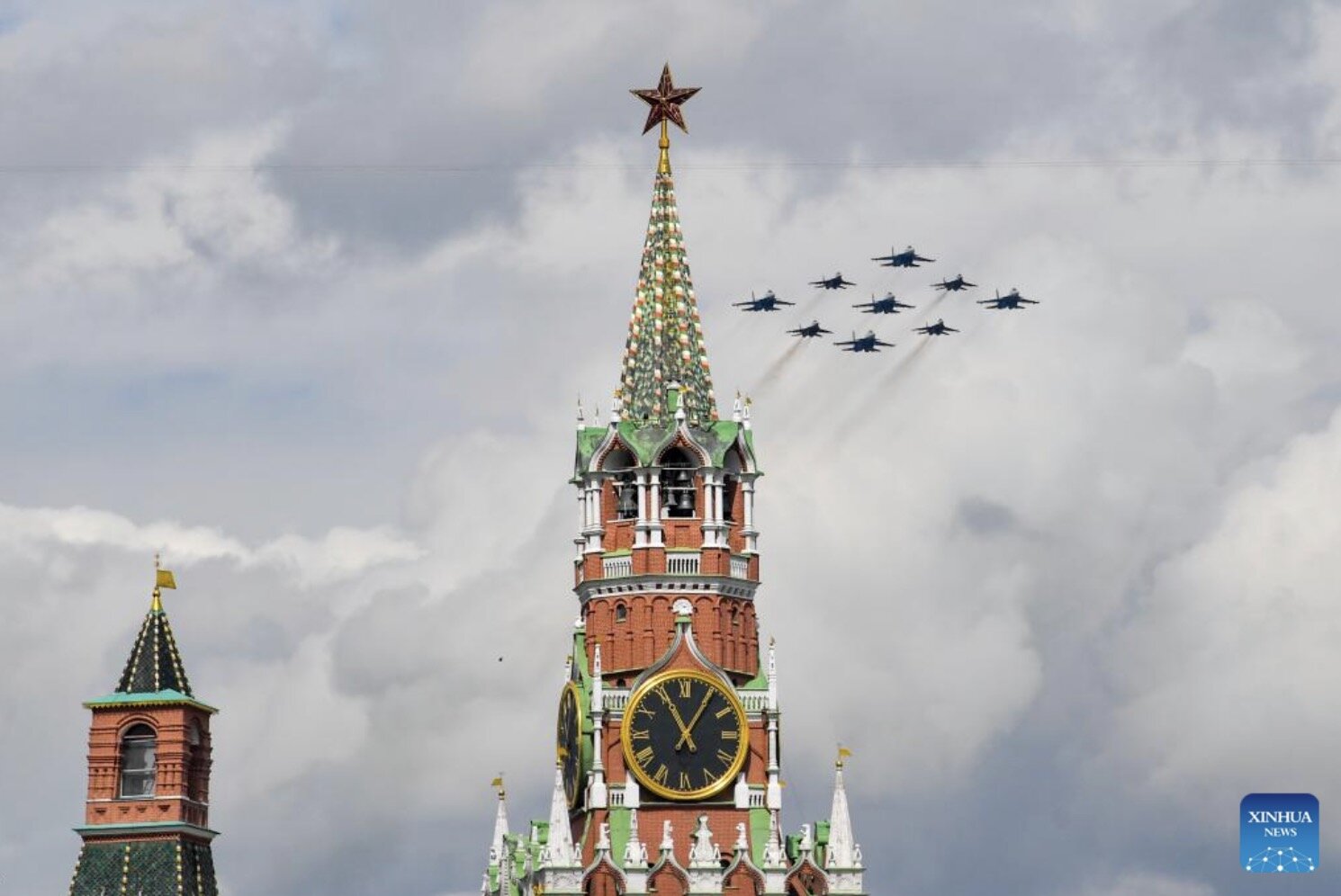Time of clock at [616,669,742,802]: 11:05
